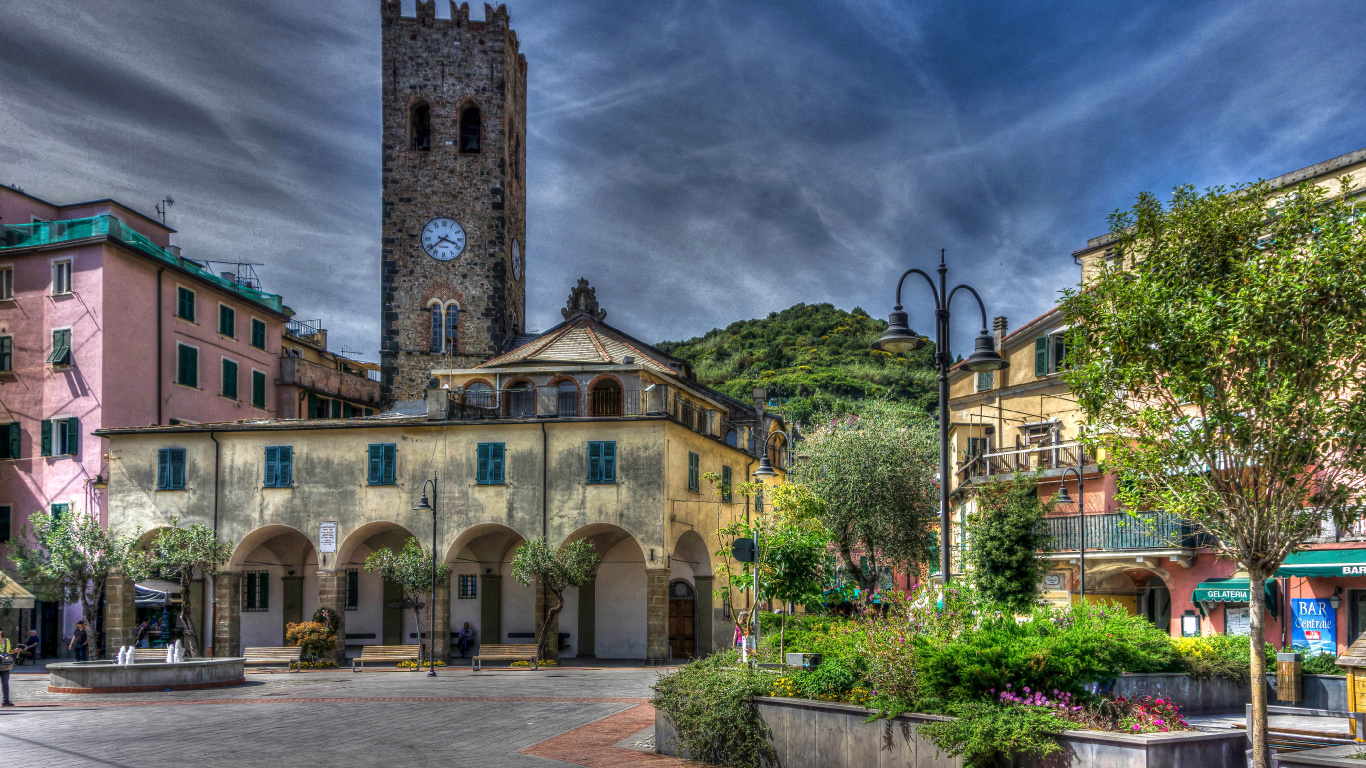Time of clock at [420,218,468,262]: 3:38
